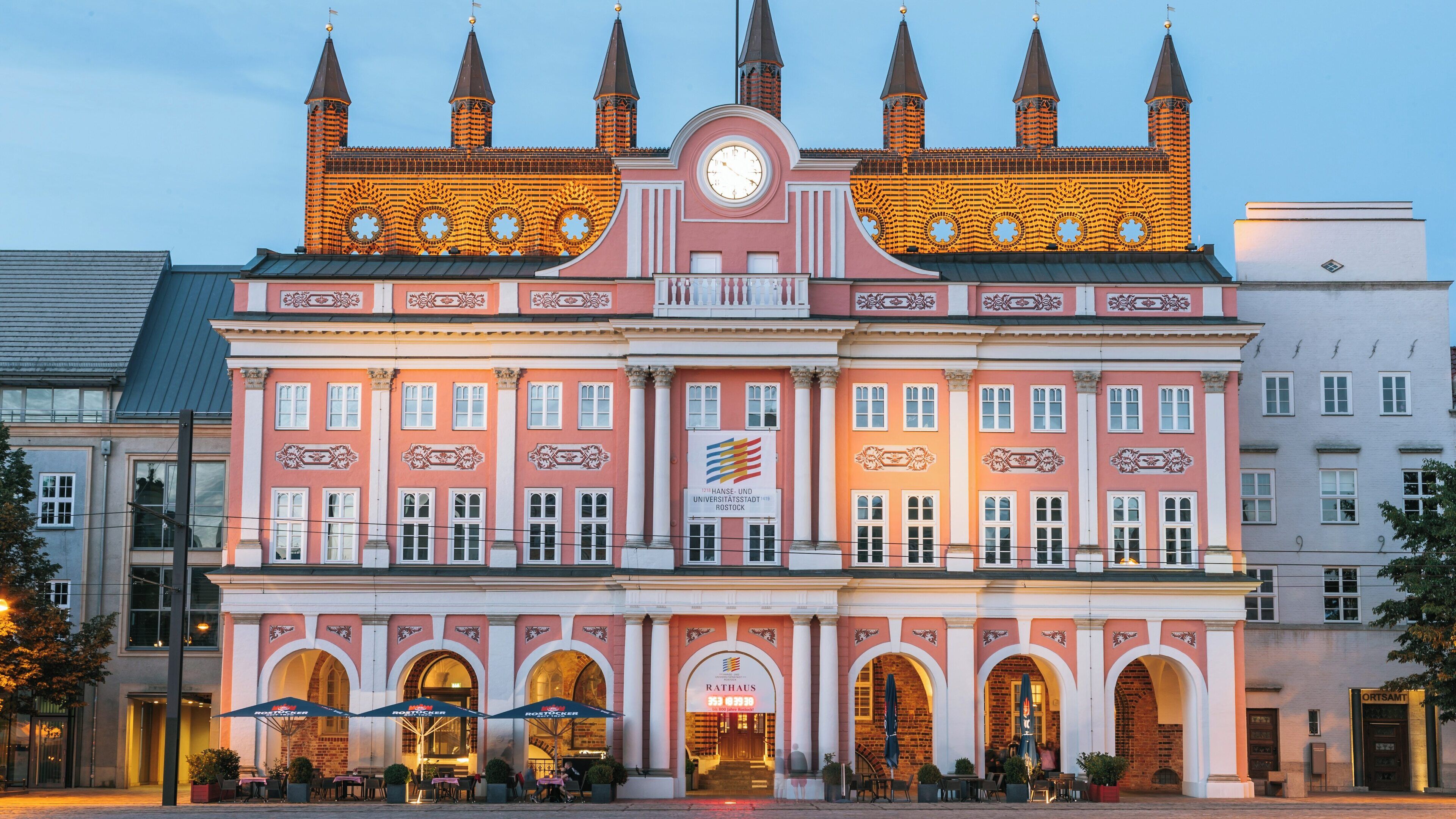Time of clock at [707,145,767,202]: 10:19
